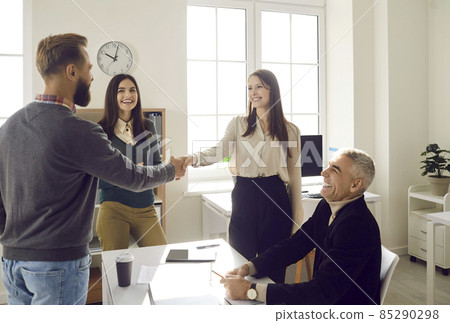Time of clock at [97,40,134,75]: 10:02
